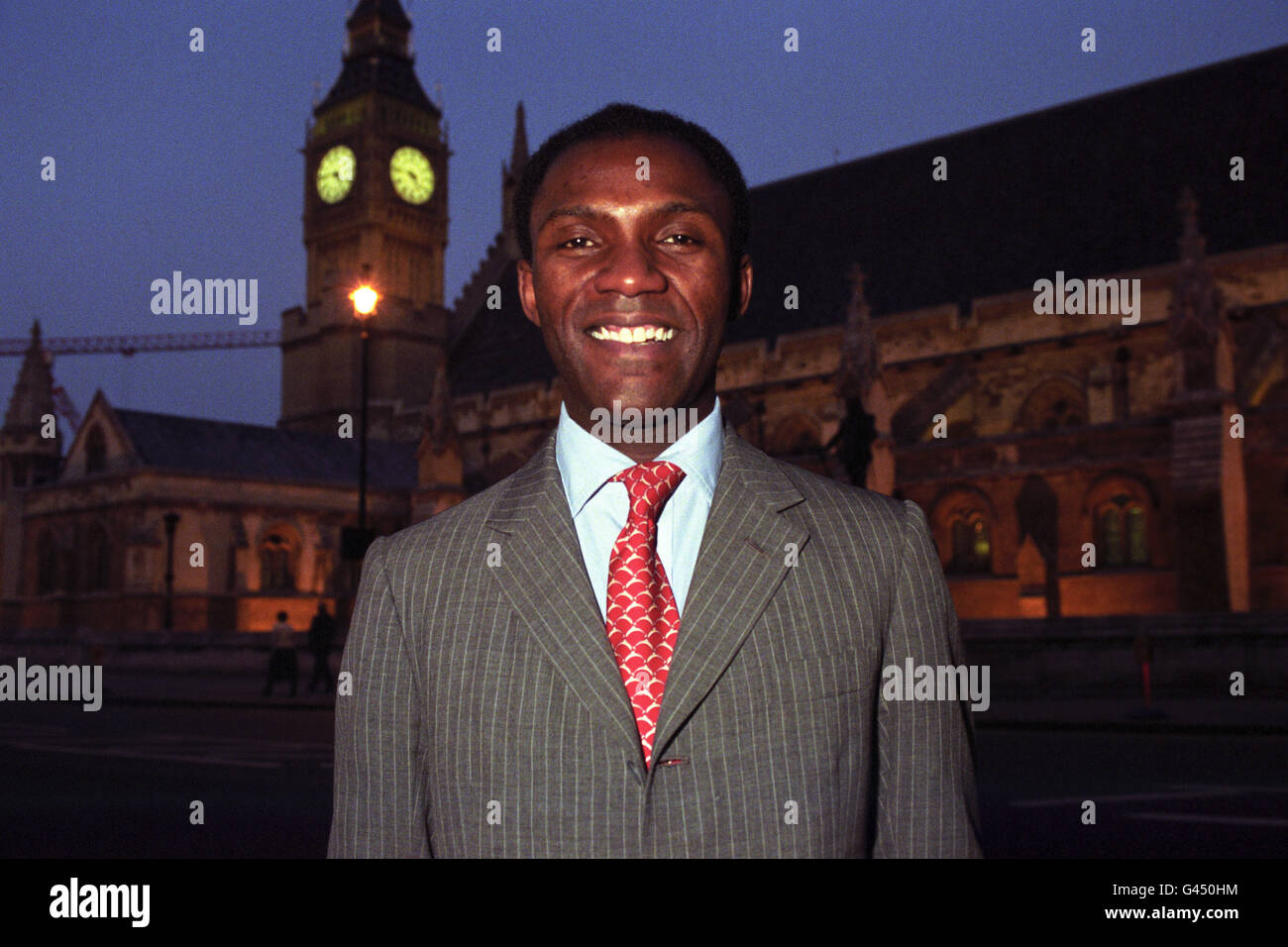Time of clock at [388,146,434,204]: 4:46
